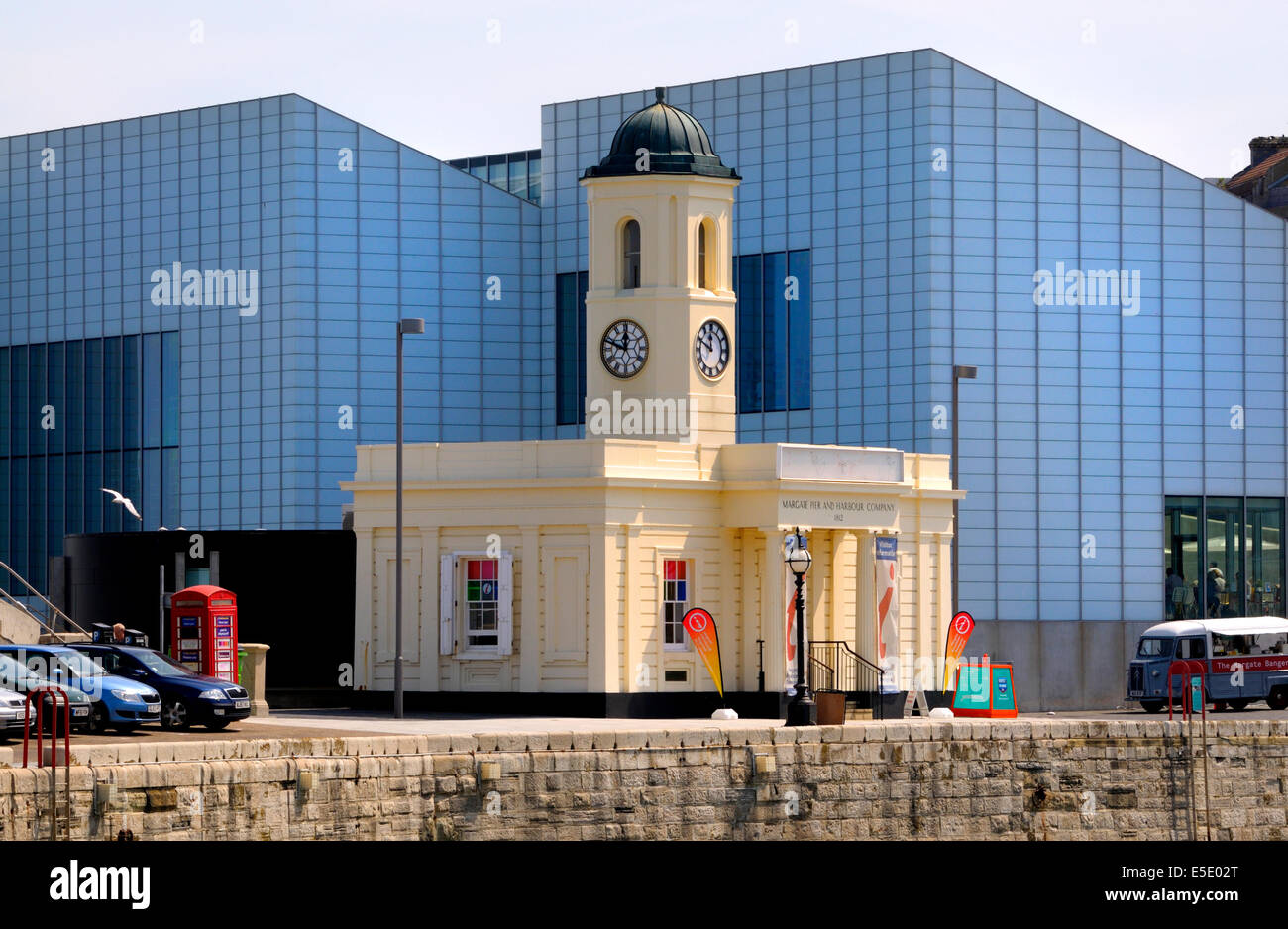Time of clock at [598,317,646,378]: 11:48
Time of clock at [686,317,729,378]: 11:49
